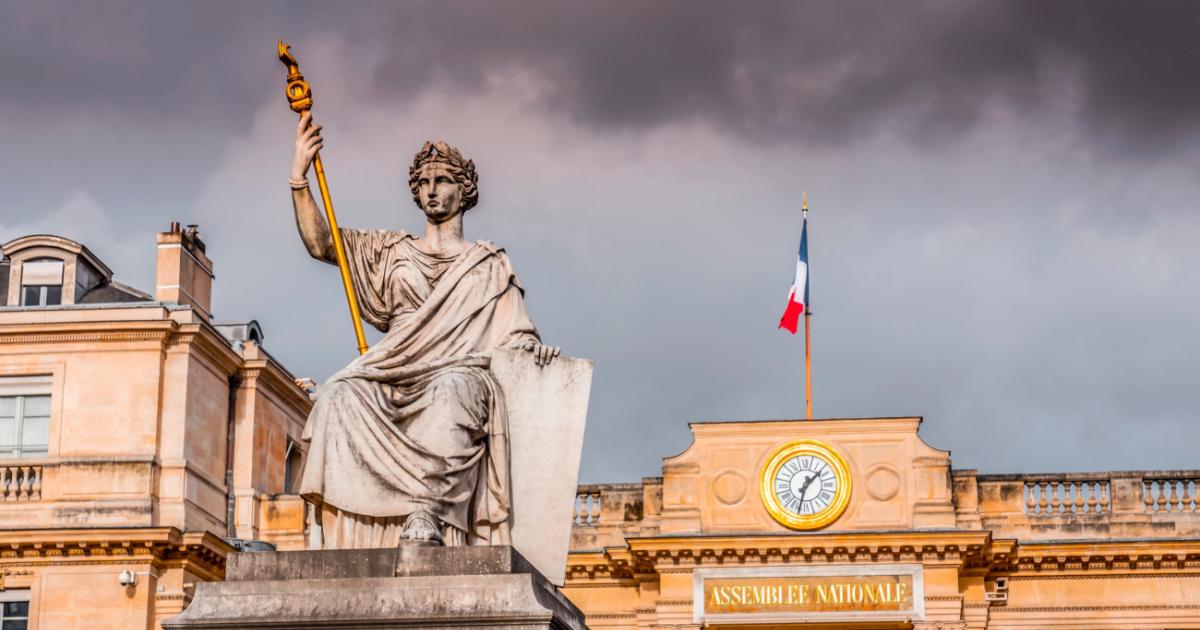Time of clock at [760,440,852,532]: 1:32
